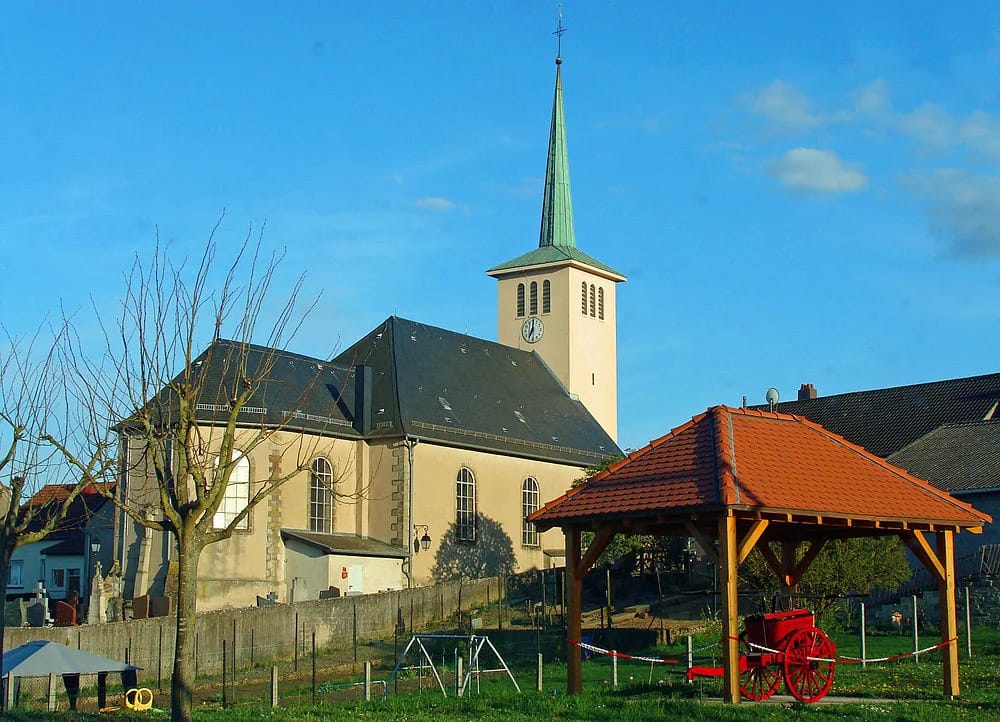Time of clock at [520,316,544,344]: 7:00
